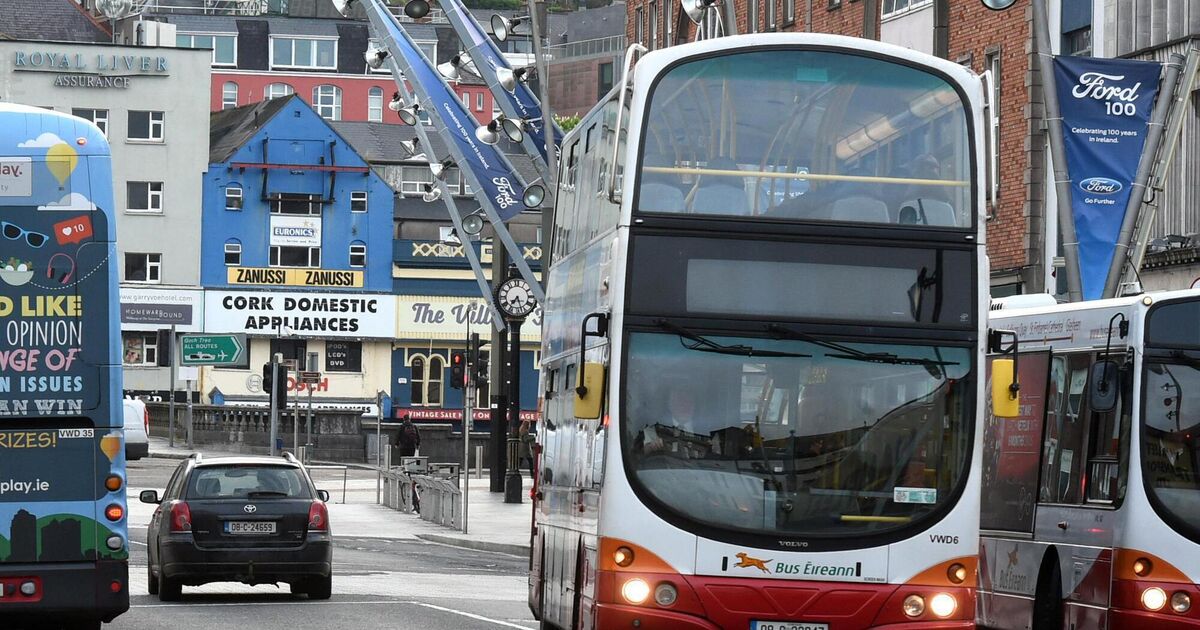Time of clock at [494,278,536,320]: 7:27
